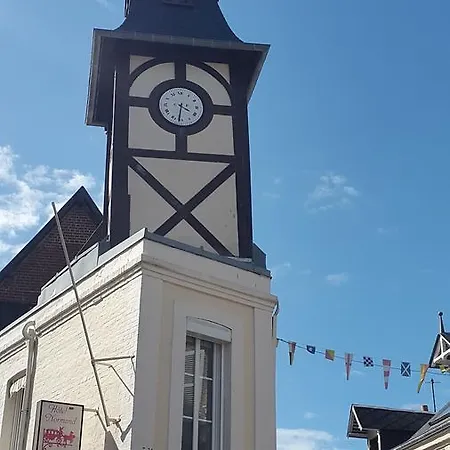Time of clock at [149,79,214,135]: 3:31
